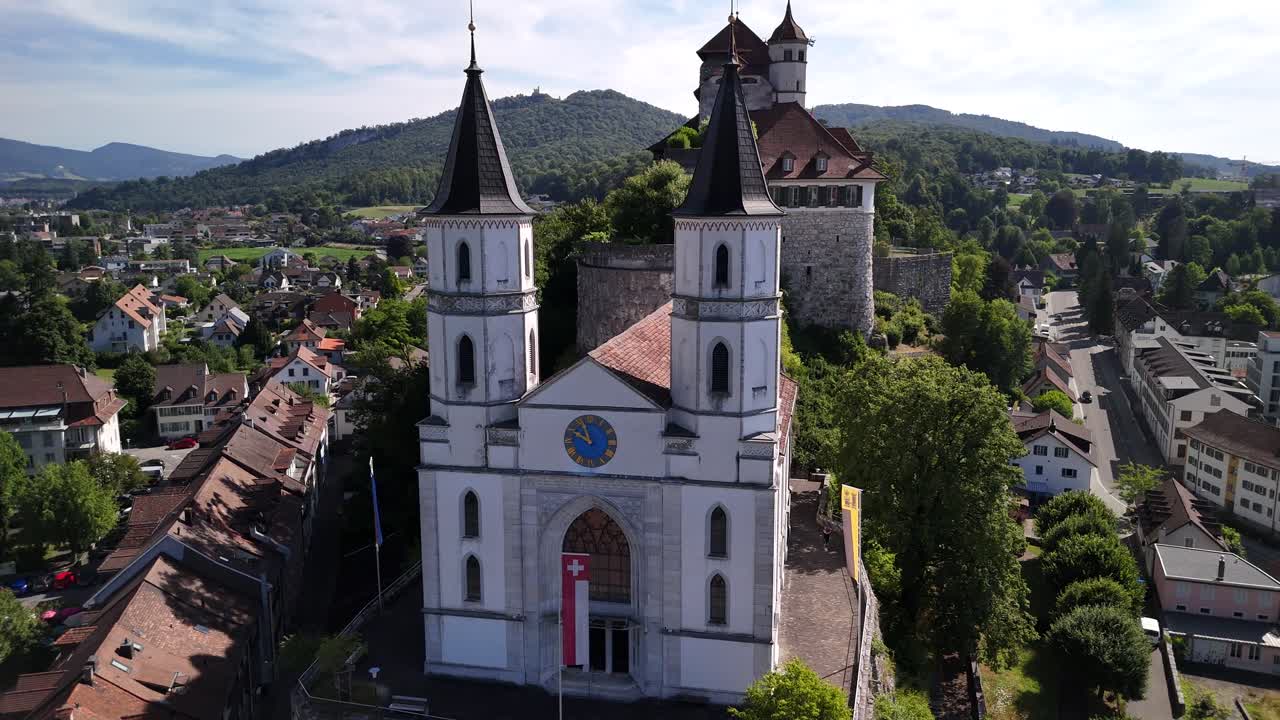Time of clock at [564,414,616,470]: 9:56
